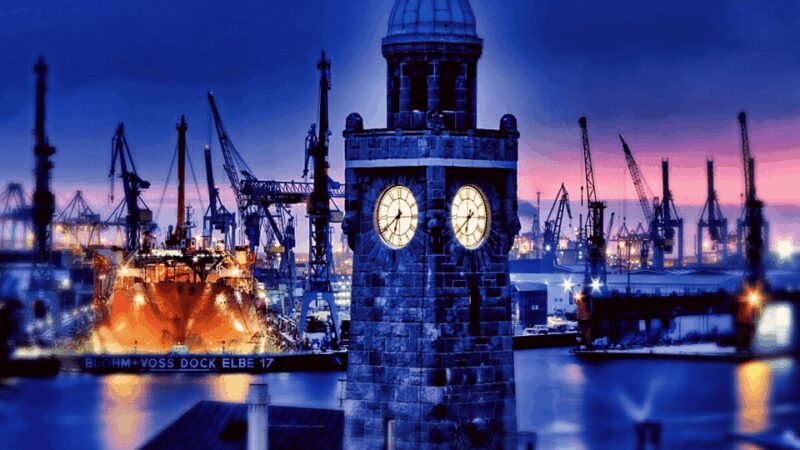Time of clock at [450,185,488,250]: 6:38
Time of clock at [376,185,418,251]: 6:39
